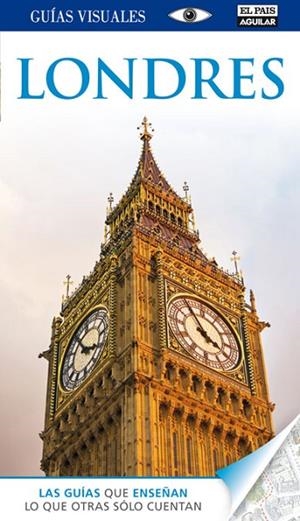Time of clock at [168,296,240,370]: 3:54
